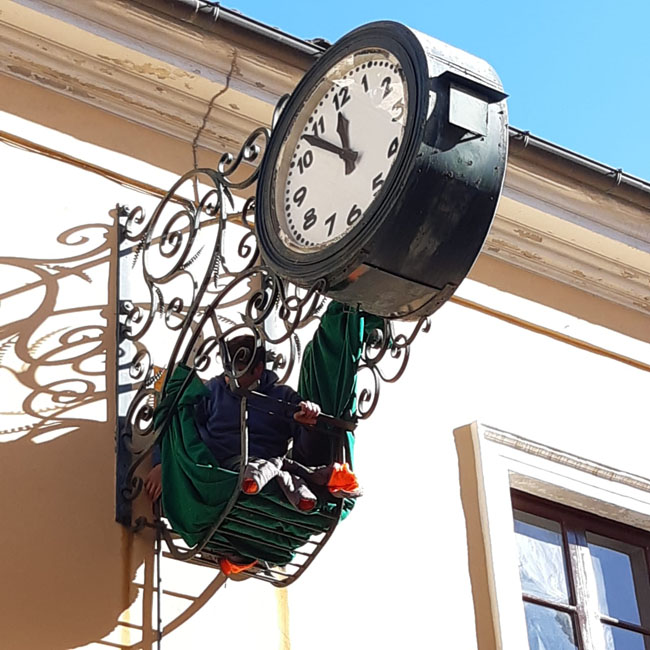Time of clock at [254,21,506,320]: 10:48
